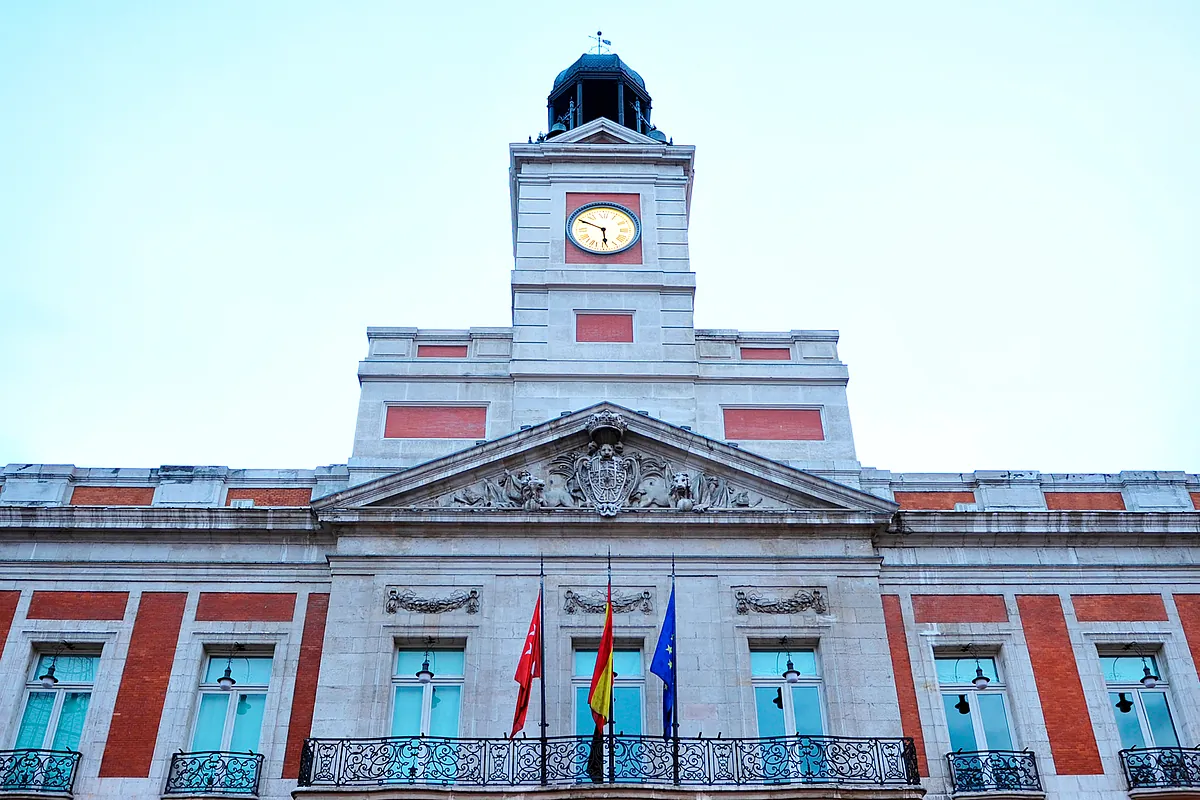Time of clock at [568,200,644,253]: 5:49
